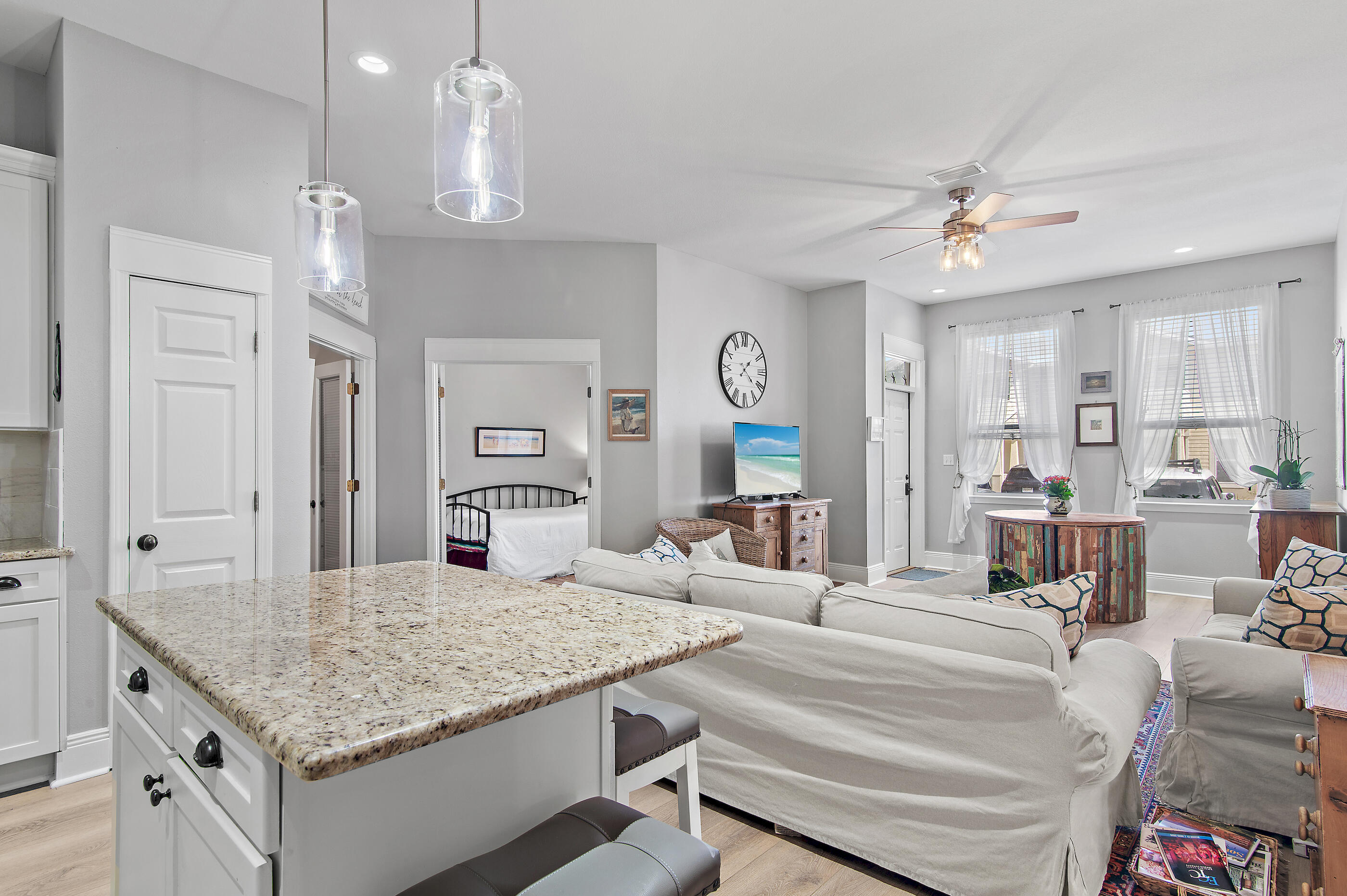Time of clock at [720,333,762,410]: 1:21
